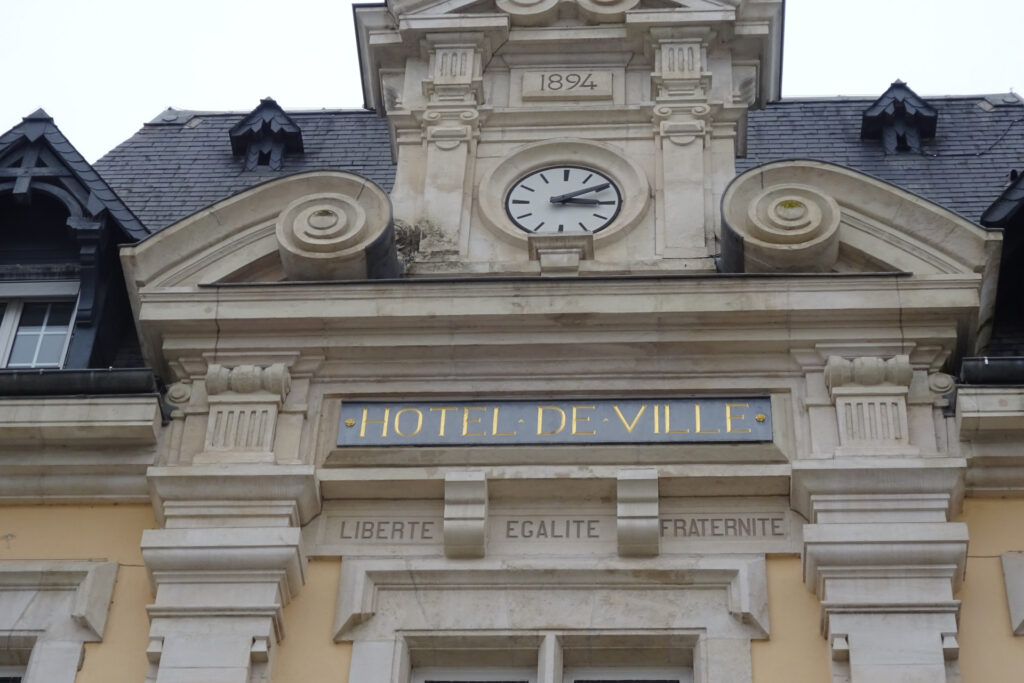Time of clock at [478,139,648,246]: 3:09
